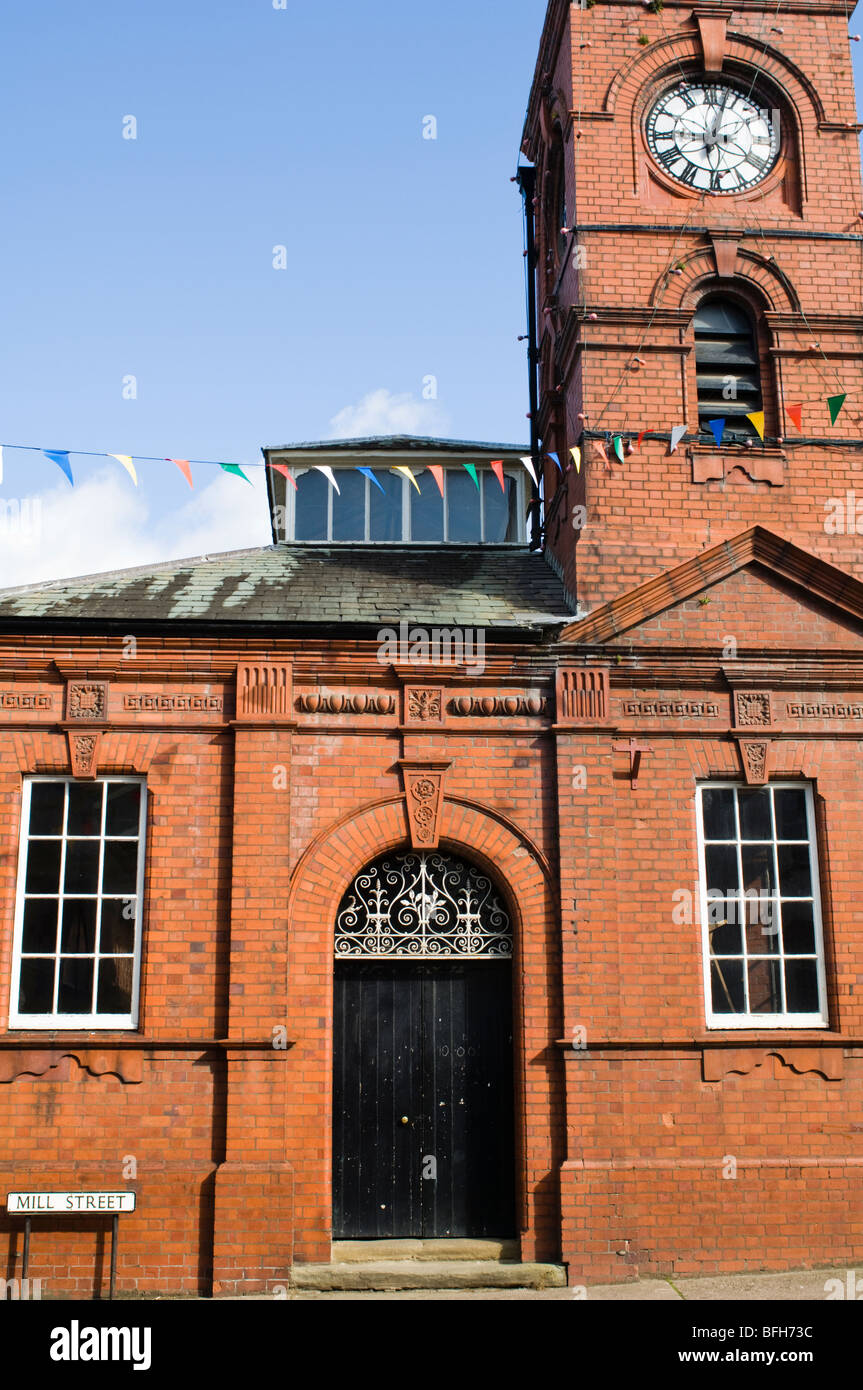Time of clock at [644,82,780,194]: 9:02
